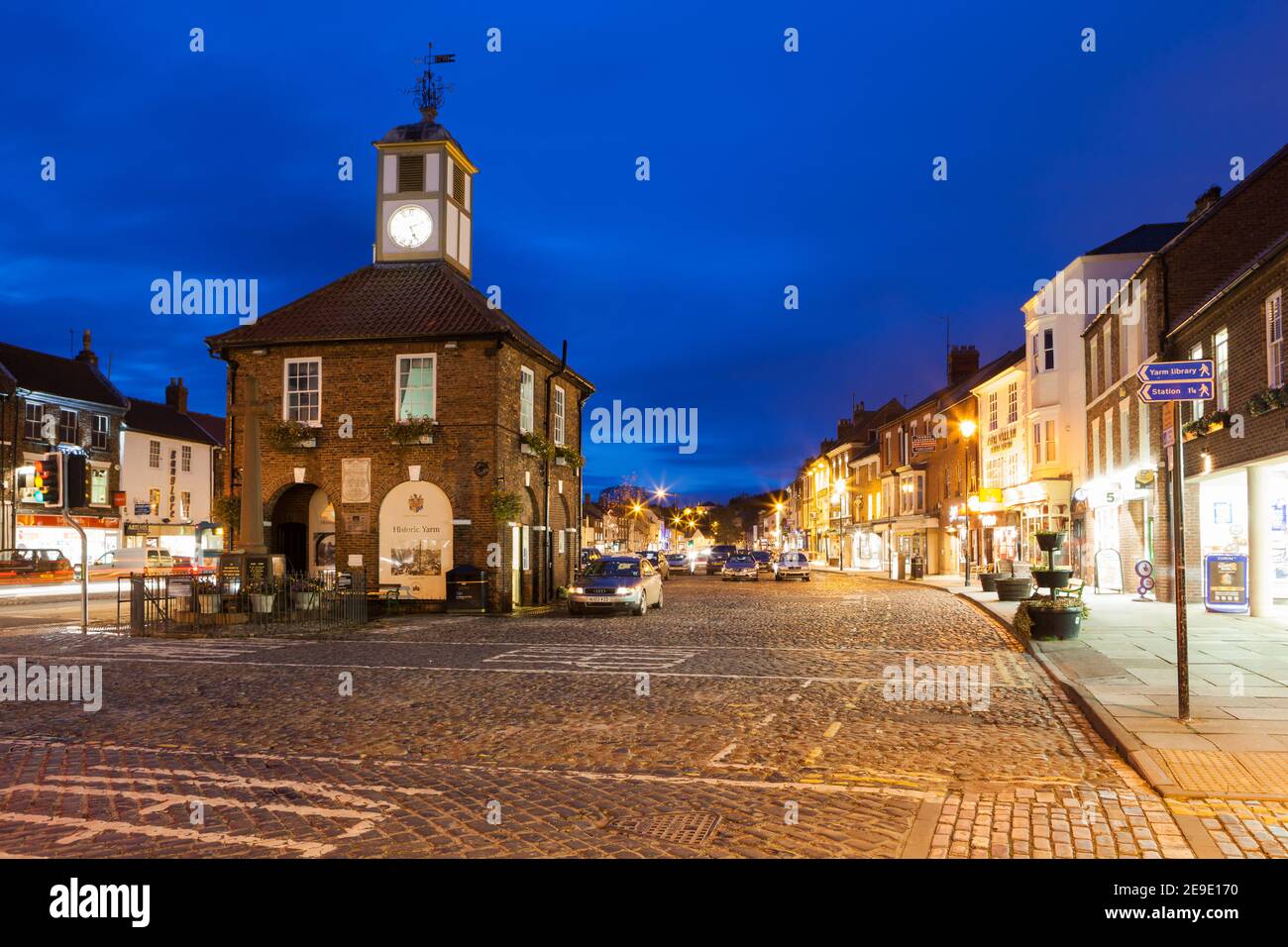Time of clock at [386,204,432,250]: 5:11
